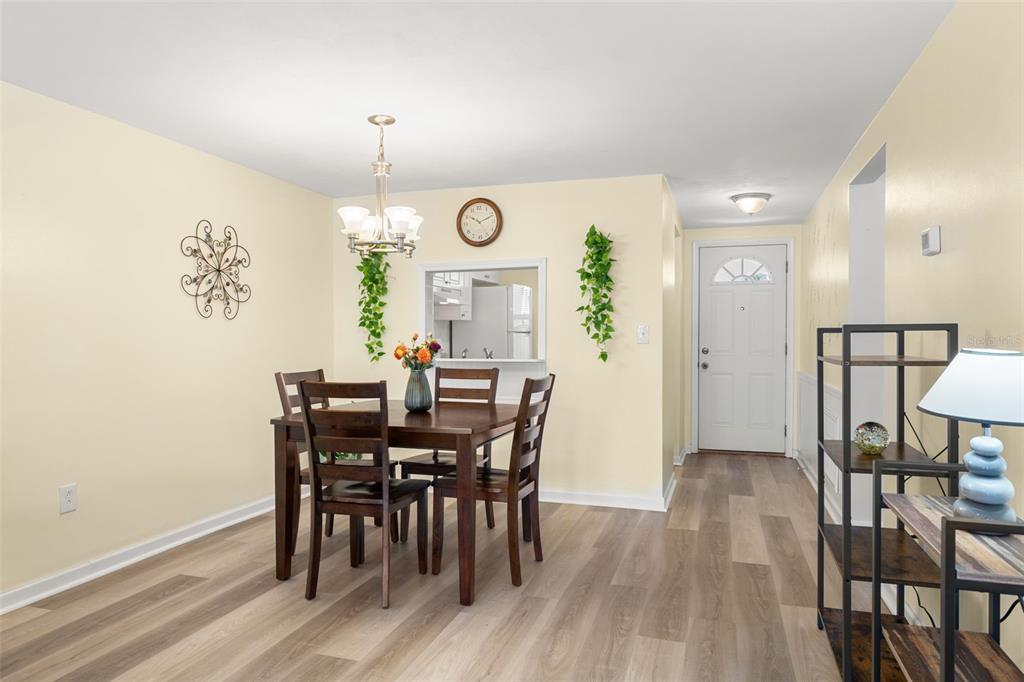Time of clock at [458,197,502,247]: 10:11
